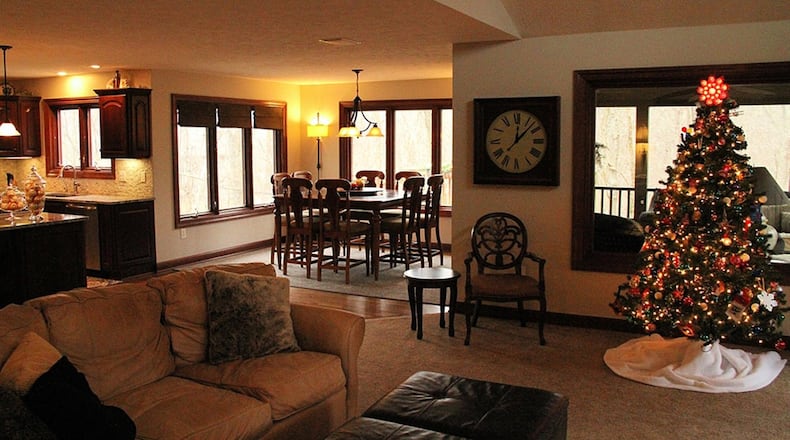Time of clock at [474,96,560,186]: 12:07
